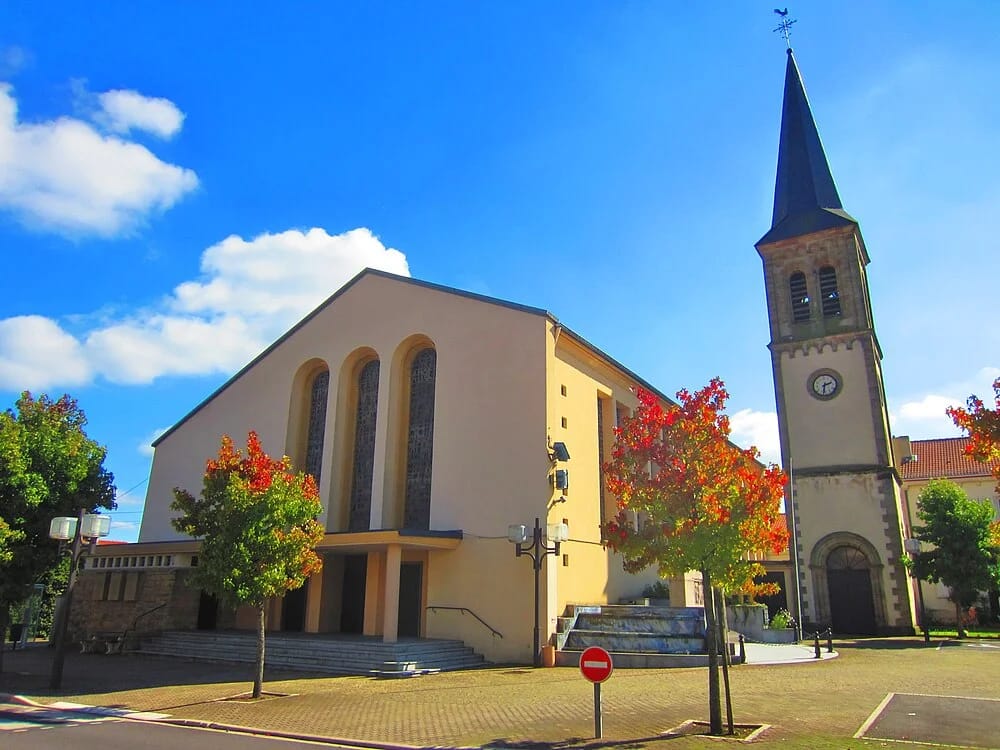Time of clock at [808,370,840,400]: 2:31
